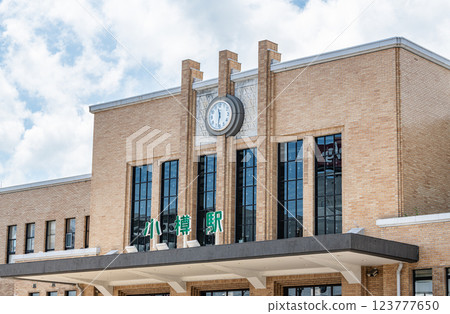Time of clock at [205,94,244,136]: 11:32
